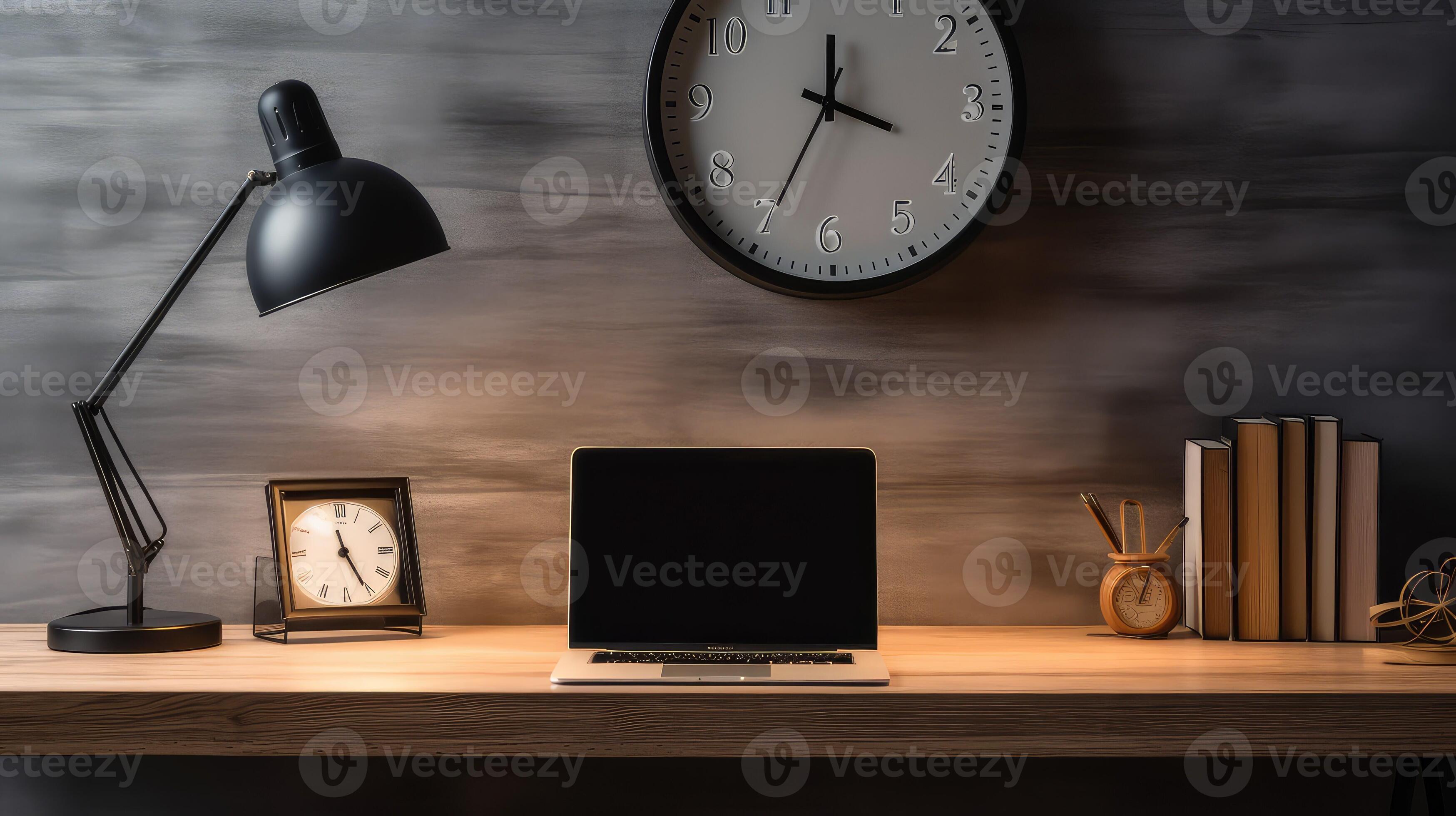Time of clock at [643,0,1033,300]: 3:34
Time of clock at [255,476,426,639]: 11:25
